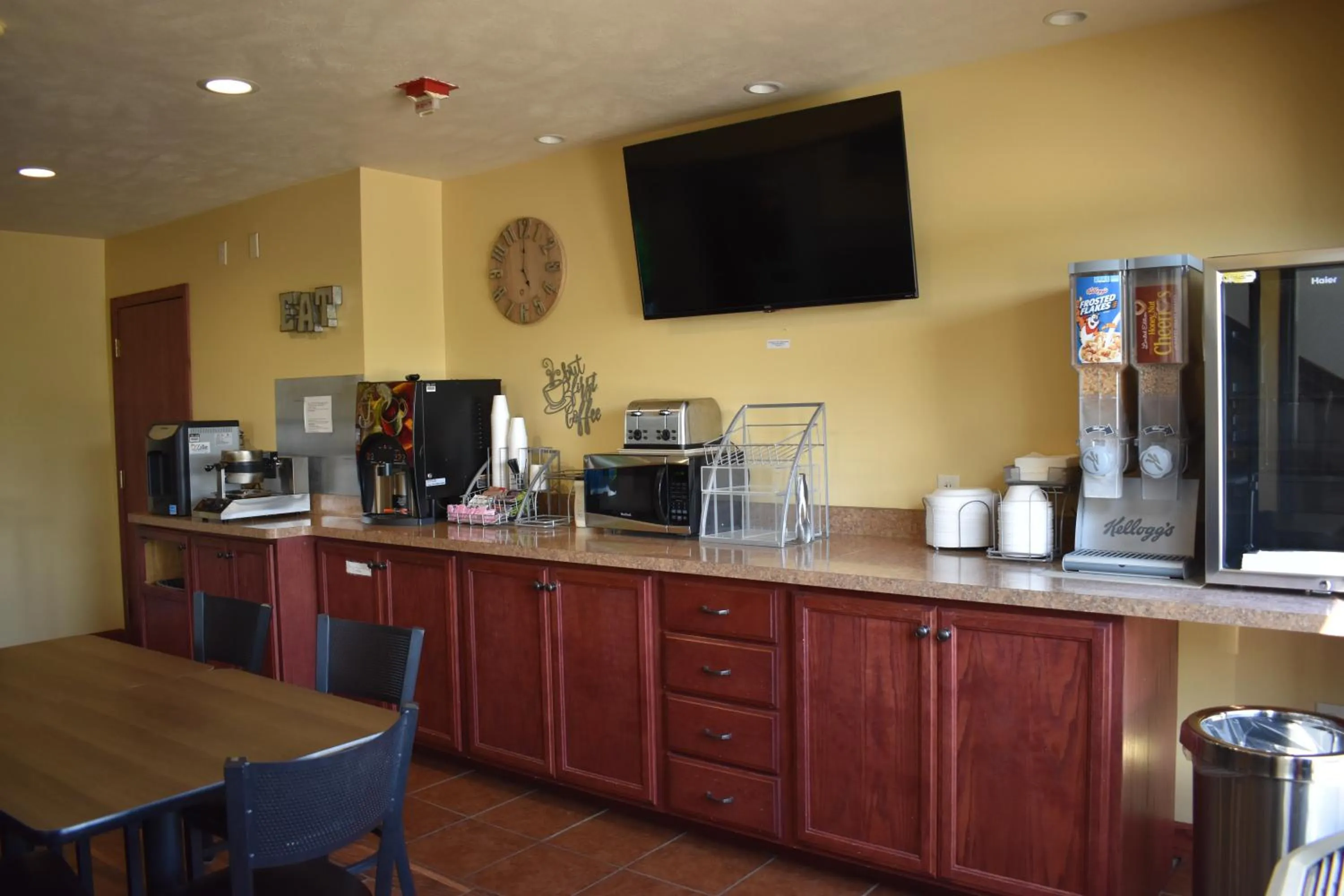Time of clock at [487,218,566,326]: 5:00
